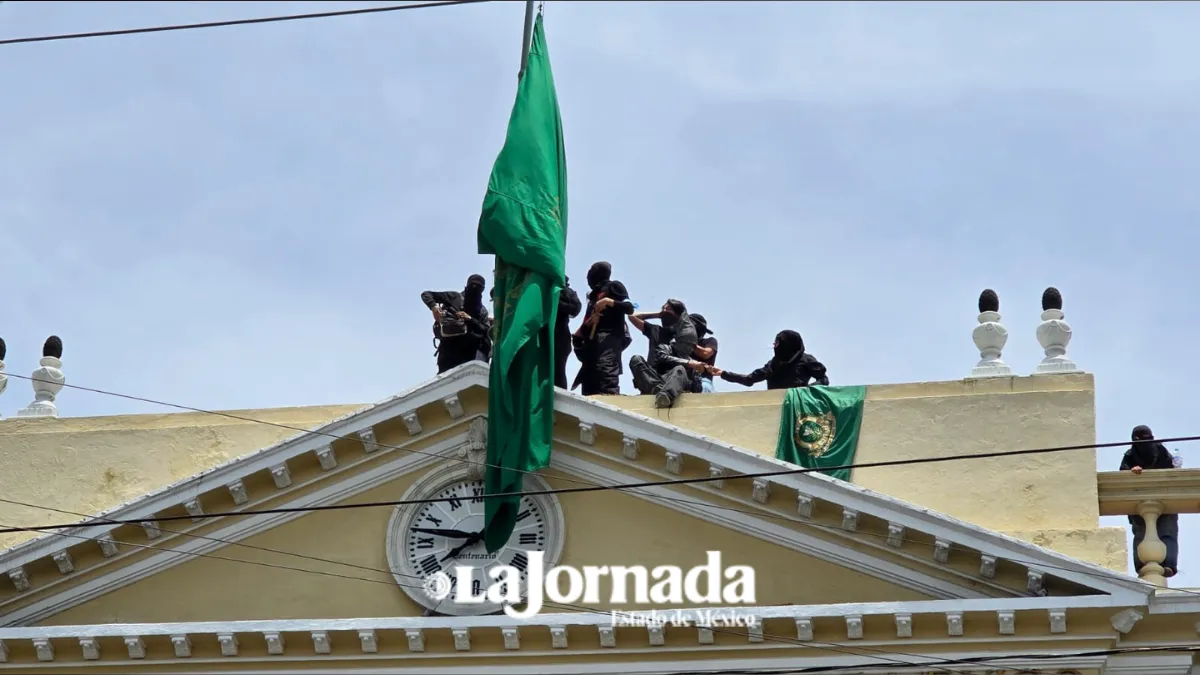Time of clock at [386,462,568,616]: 7:47
